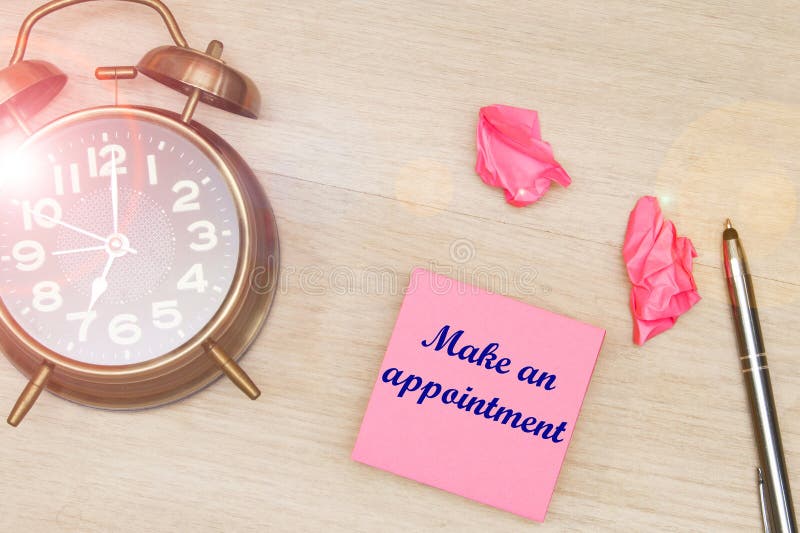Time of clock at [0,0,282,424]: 7:00
